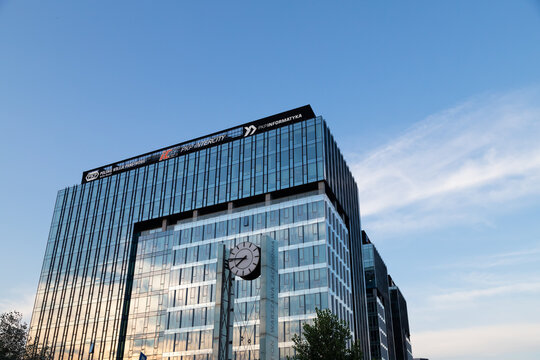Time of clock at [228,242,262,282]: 7:46
